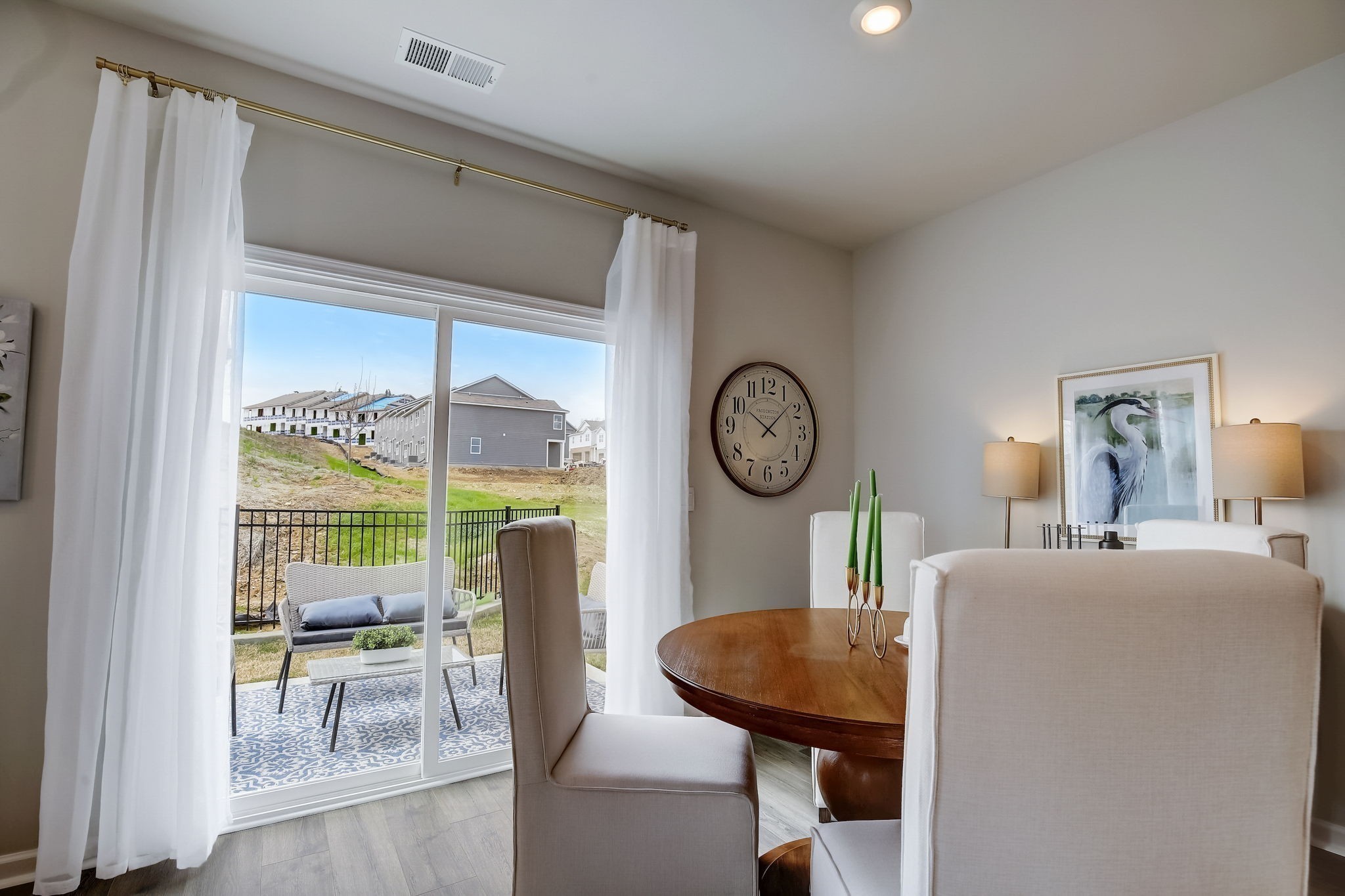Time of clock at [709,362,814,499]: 10:07
